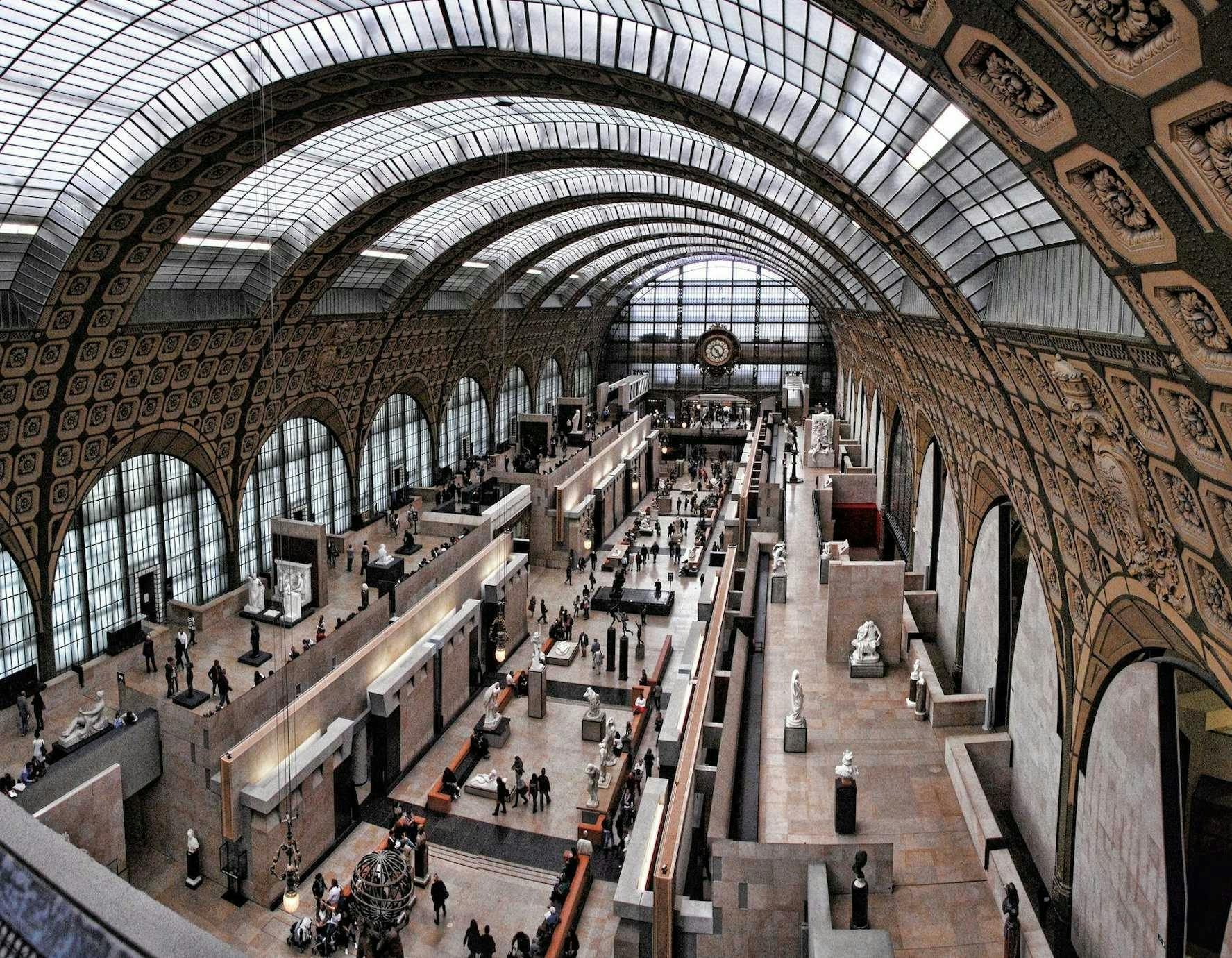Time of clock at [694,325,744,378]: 4:53
